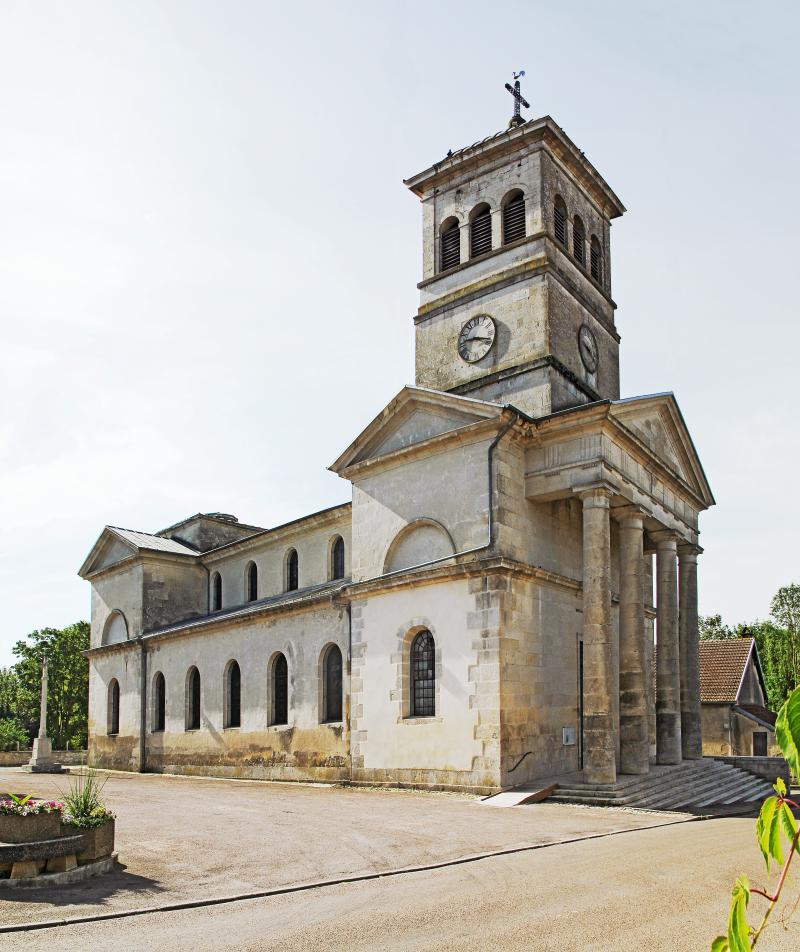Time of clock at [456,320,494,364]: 9:18
